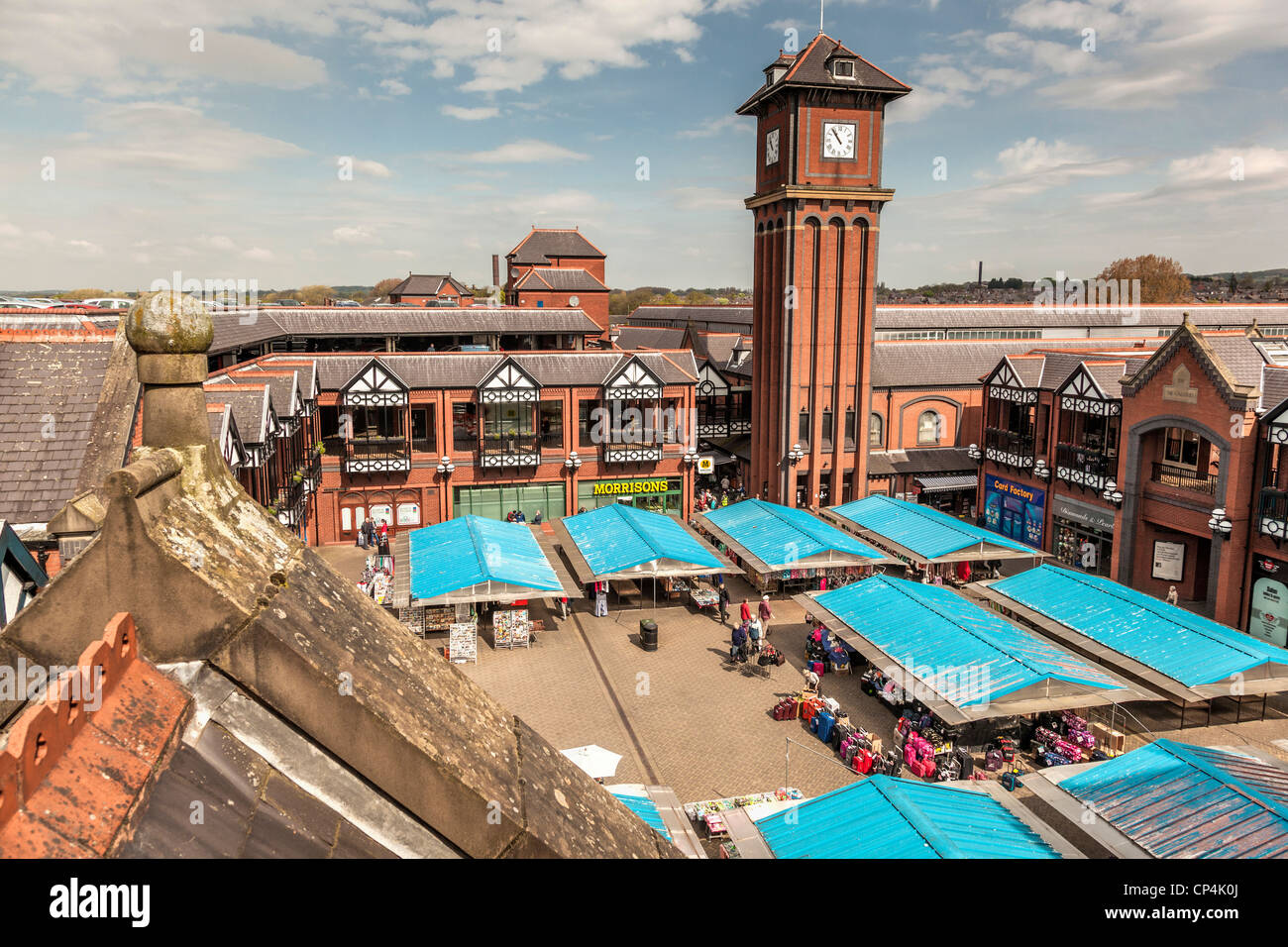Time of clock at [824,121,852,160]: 10:53
